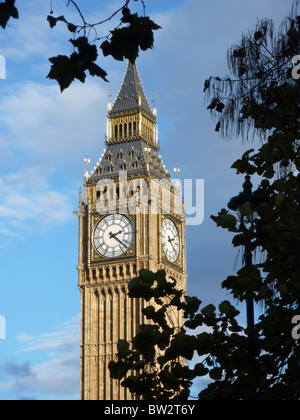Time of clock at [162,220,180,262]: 2:21
